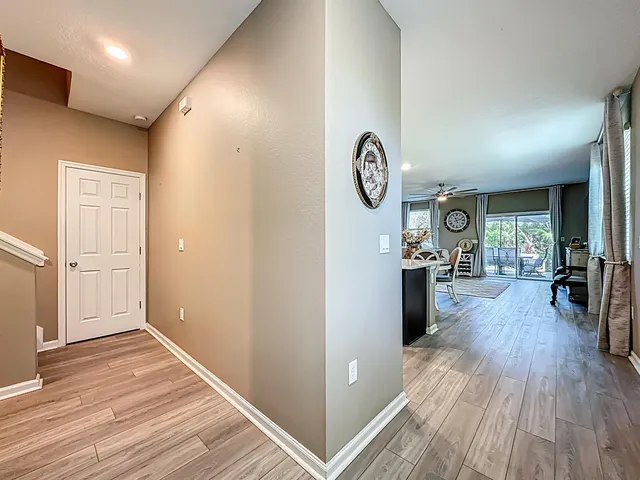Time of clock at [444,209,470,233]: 11:11
